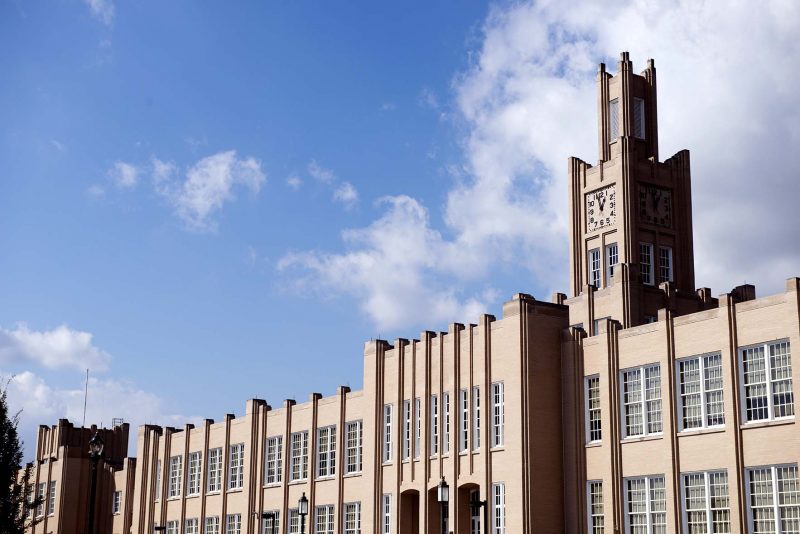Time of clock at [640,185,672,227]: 12:57
